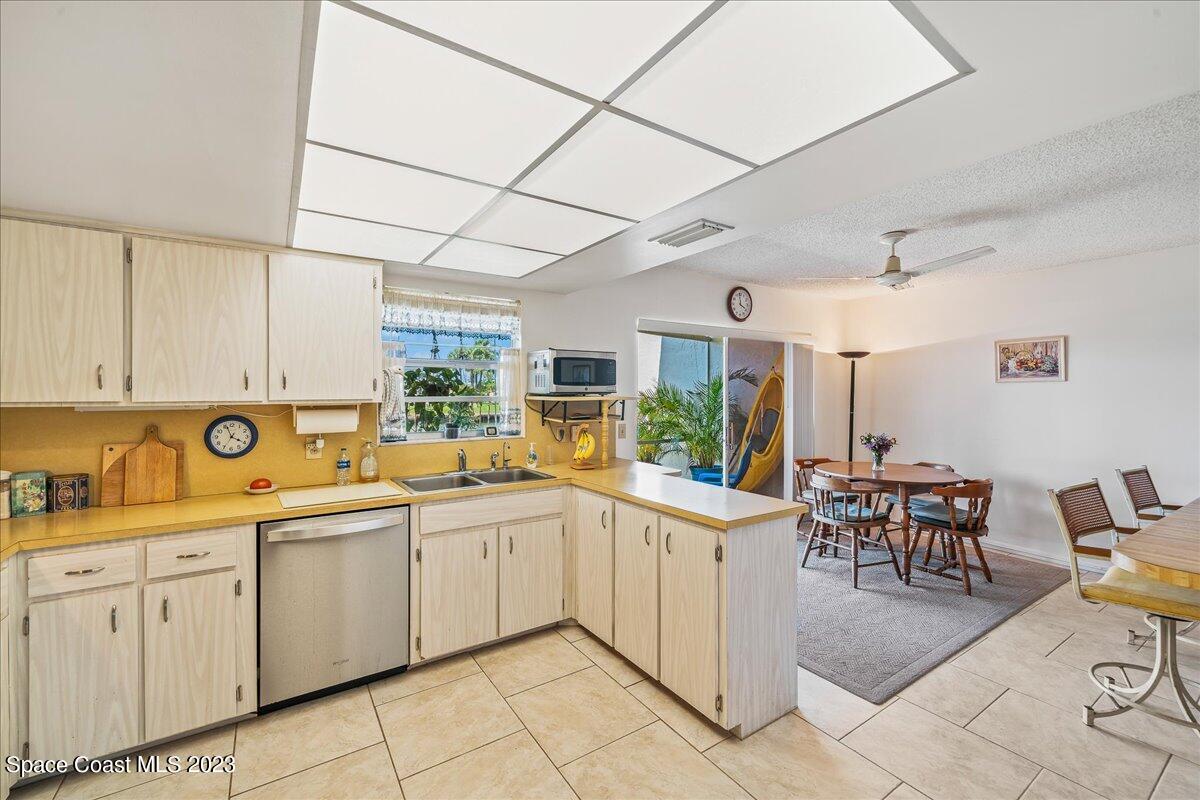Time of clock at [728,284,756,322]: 3:58
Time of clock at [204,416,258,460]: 3:56
